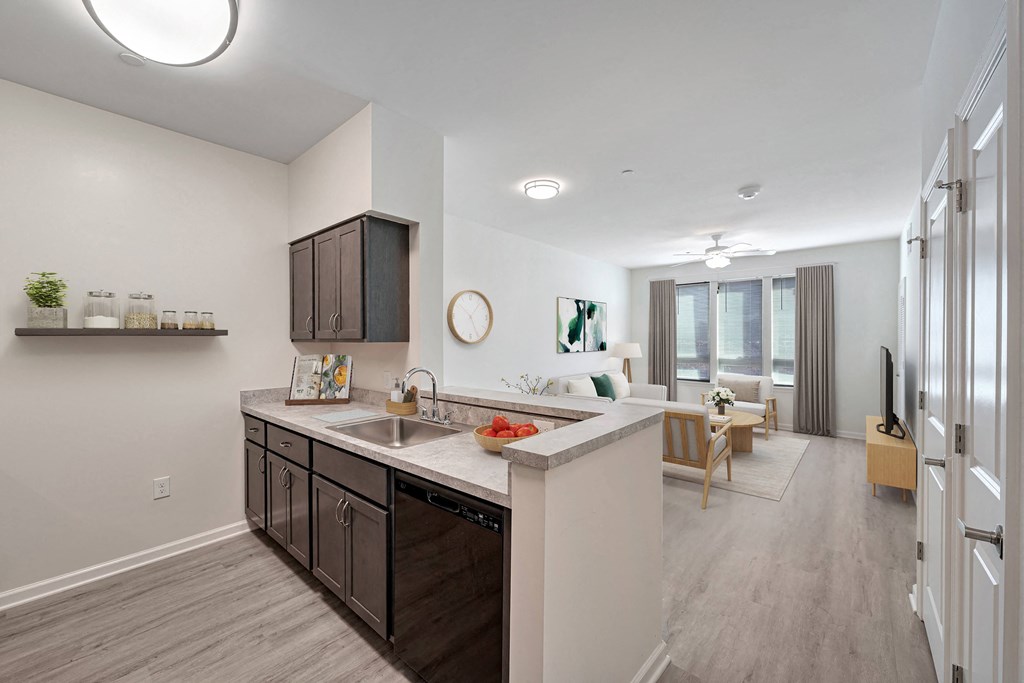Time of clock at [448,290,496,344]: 5:06
